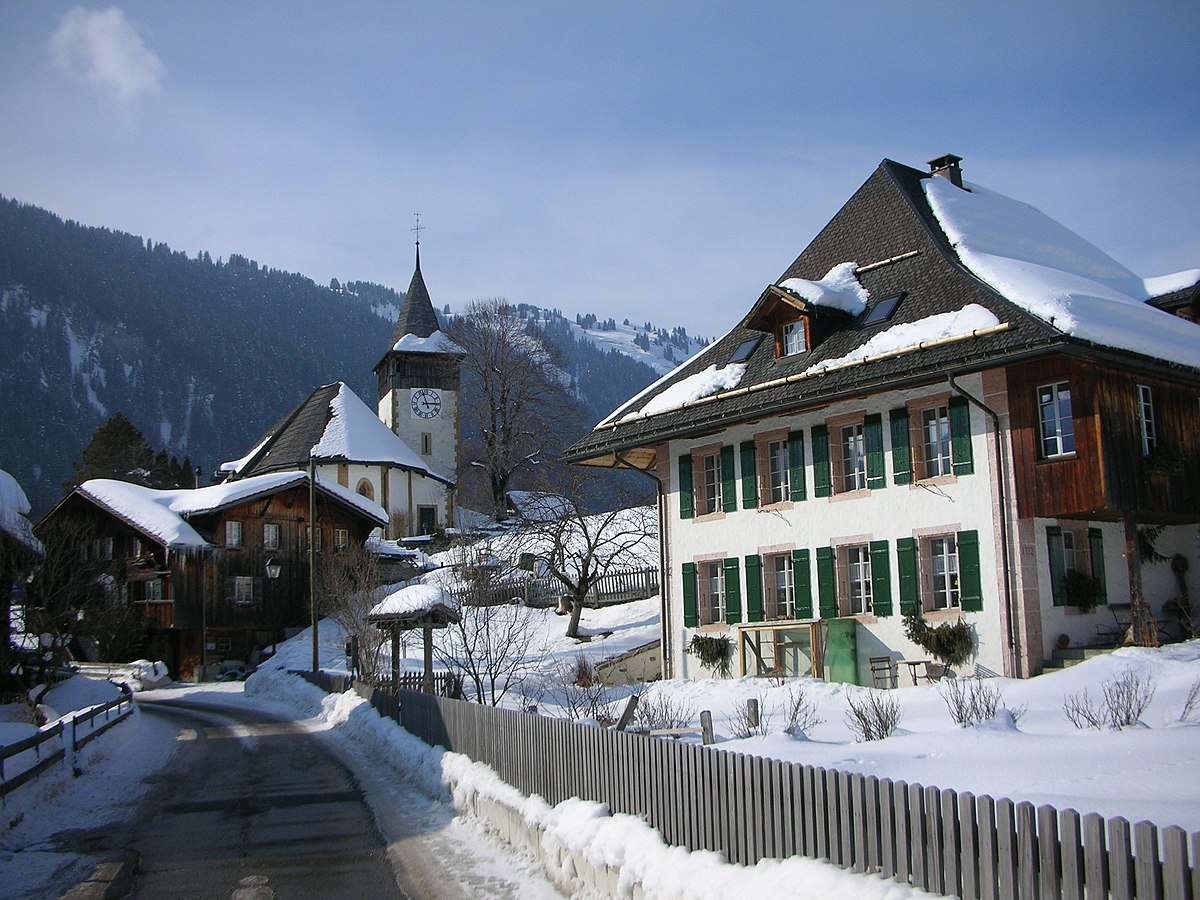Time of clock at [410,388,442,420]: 2:56
